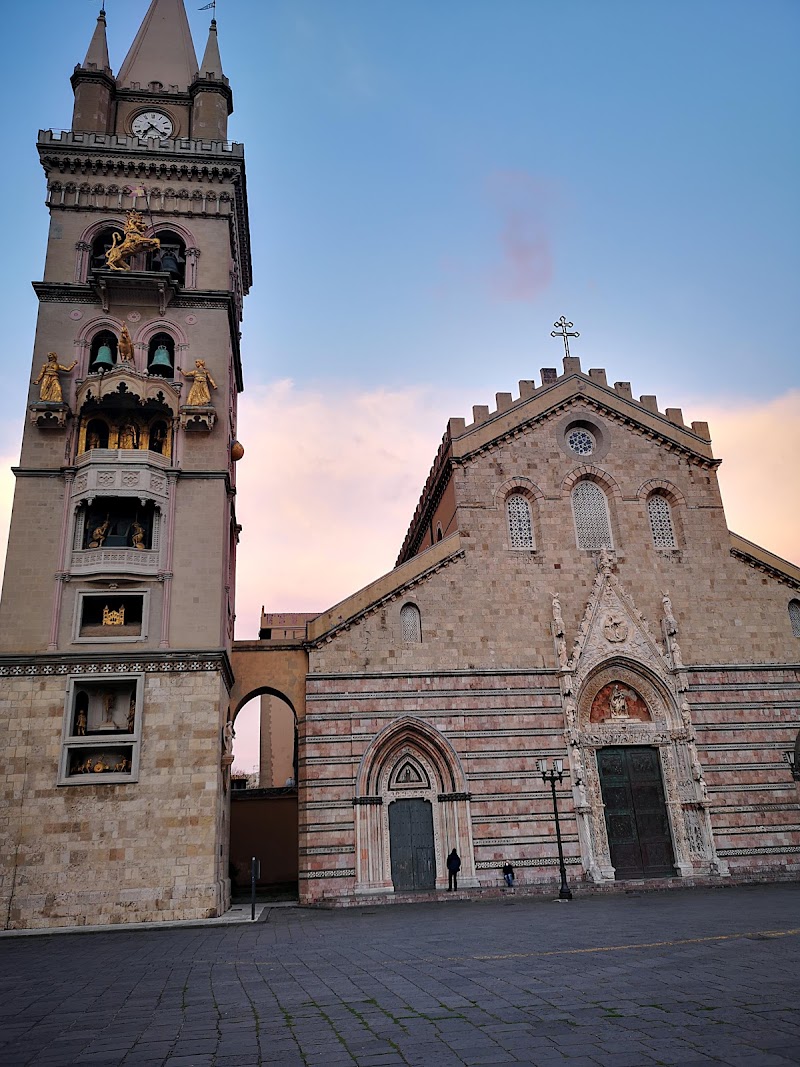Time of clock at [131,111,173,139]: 7:21
